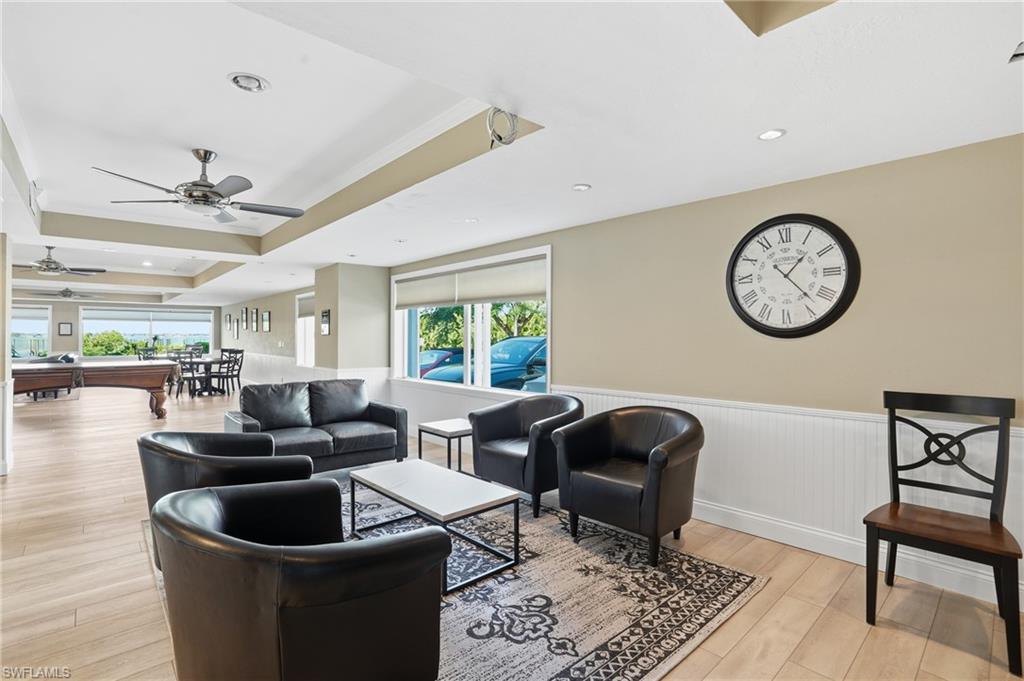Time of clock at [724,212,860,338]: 1:22
